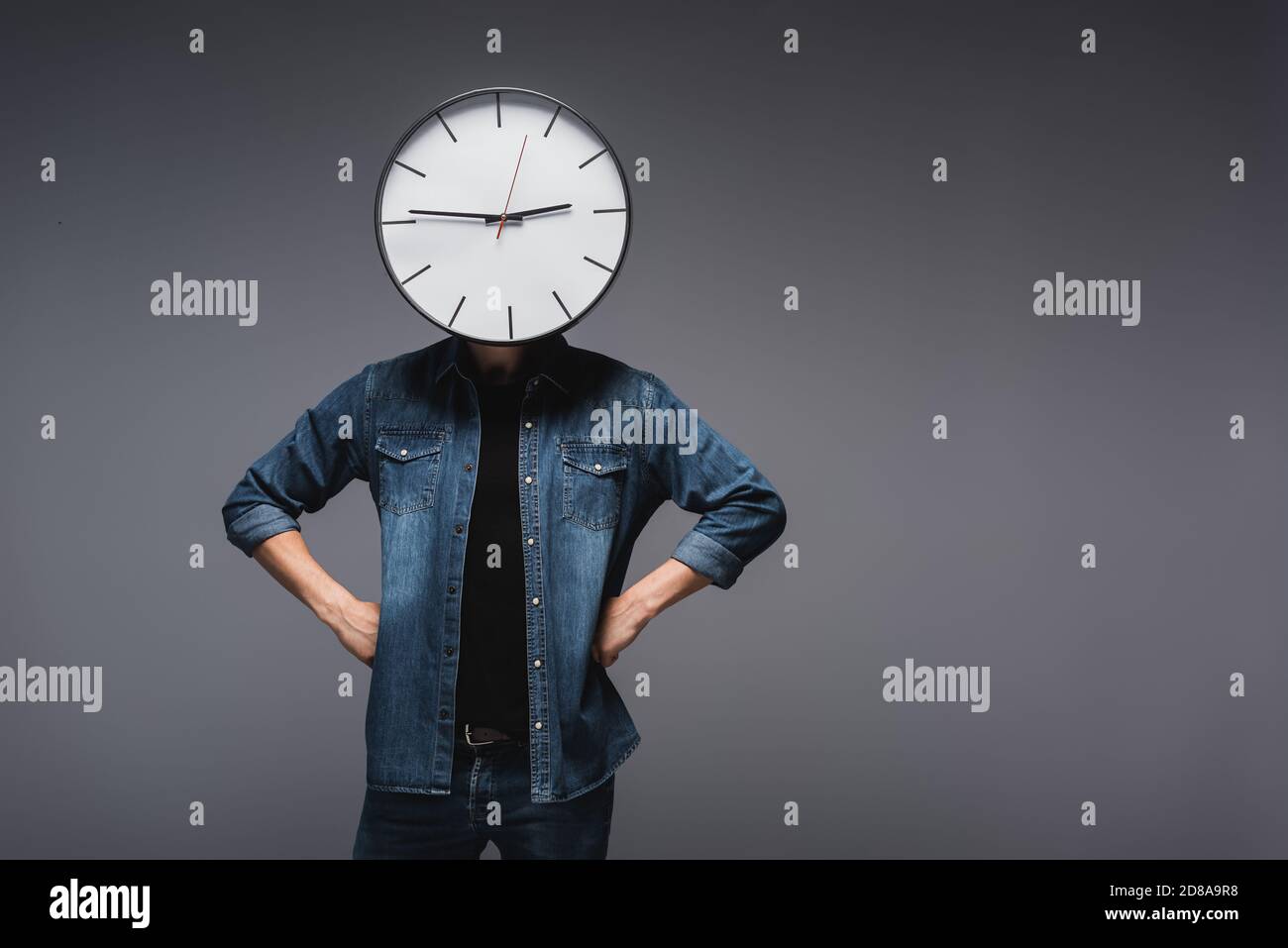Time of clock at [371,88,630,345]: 2:46
